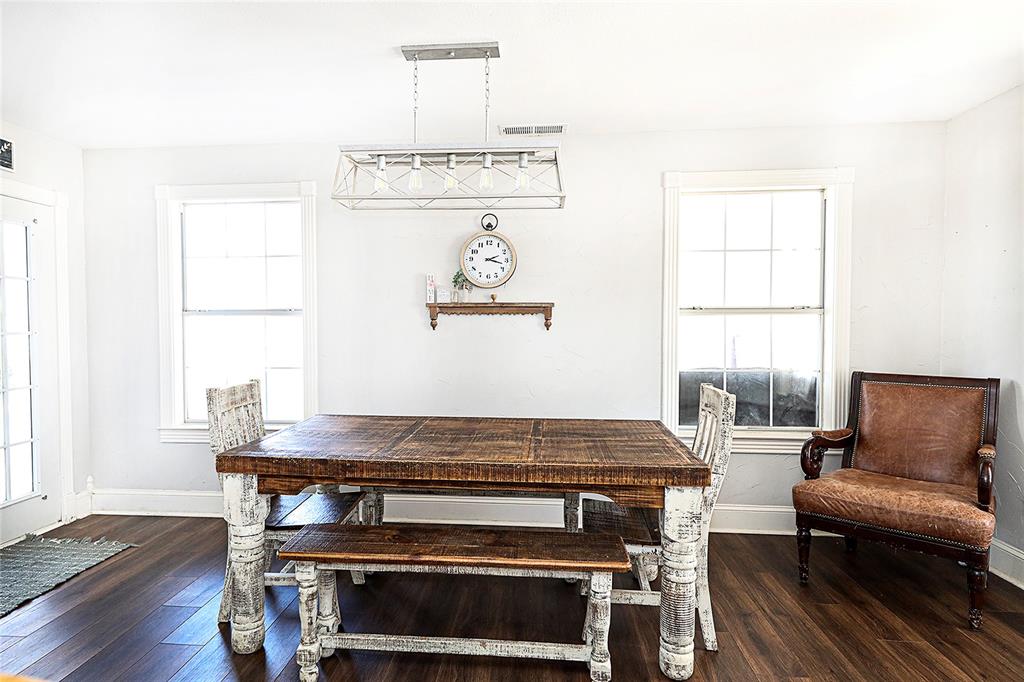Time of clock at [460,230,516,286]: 2:17
